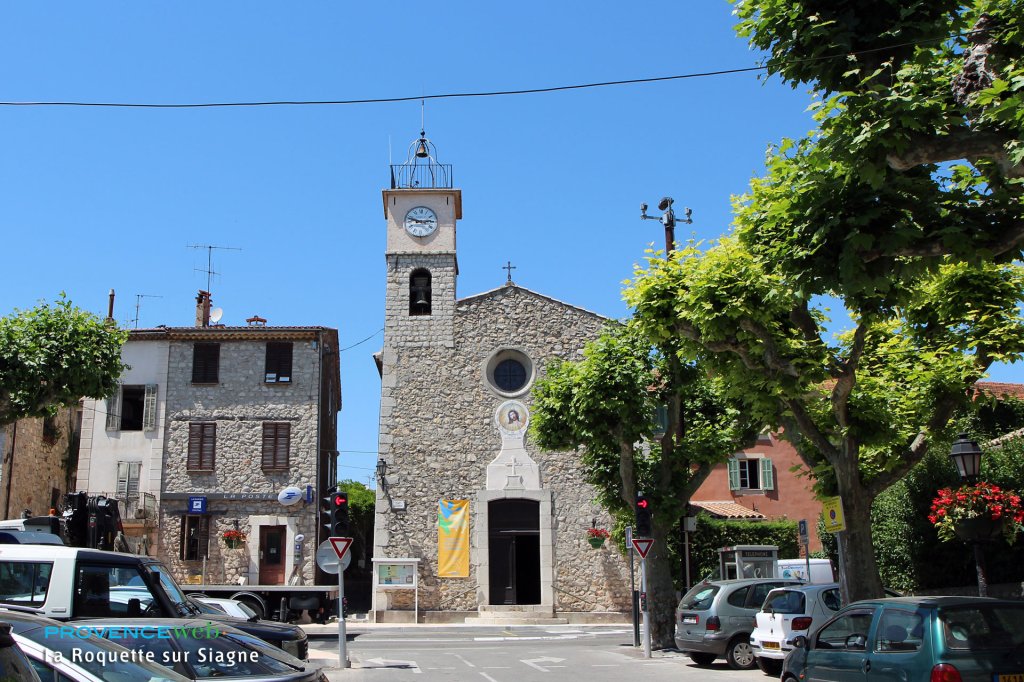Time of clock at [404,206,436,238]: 2:47
